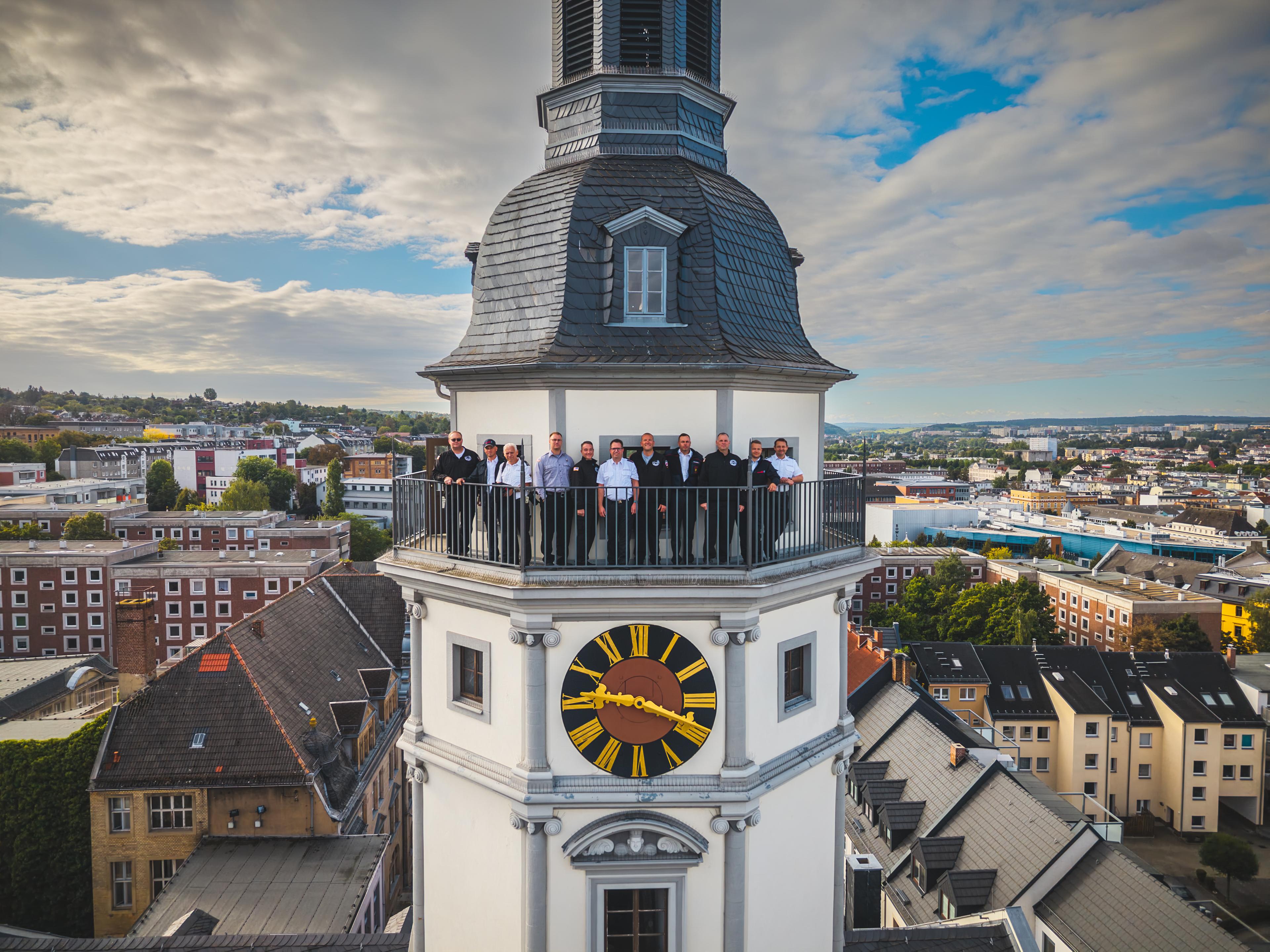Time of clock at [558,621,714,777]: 9:18
